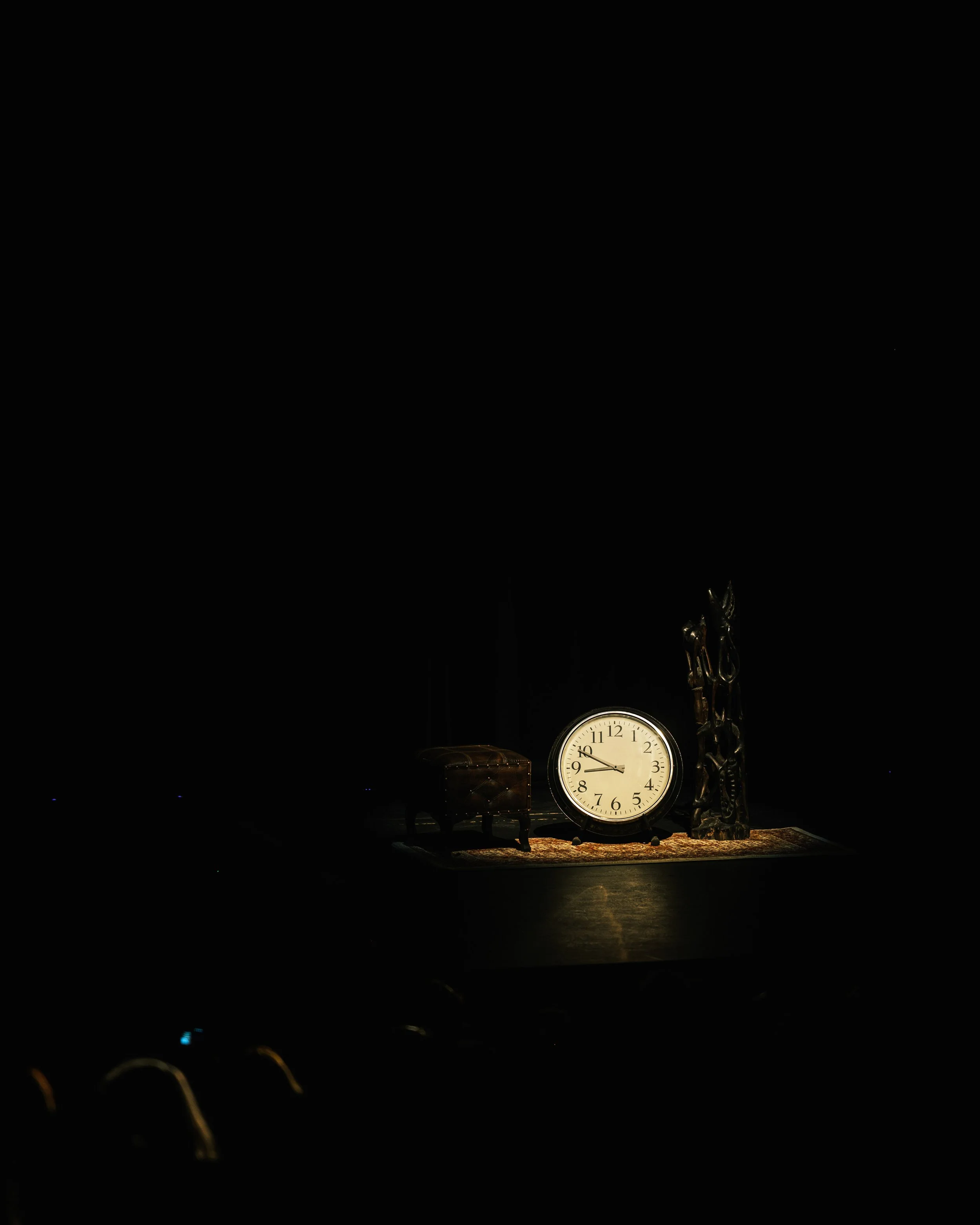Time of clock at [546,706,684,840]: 8:49
